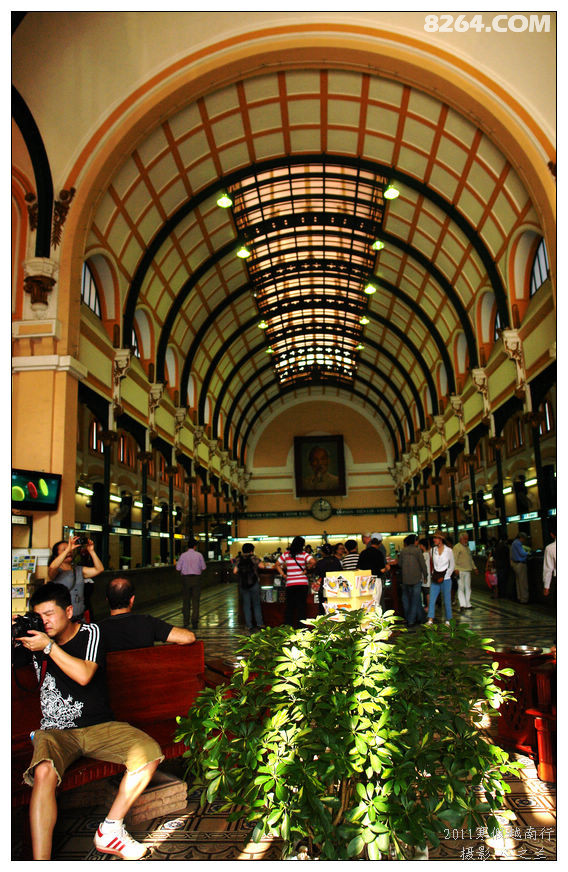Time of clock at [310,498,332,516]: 2:59
